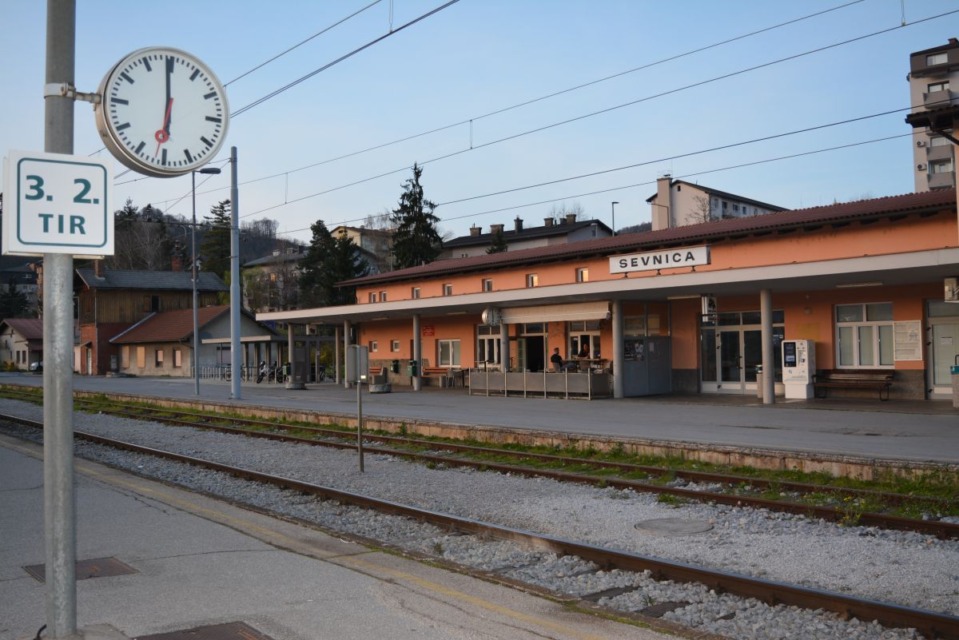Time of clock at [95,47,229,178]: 5:59
